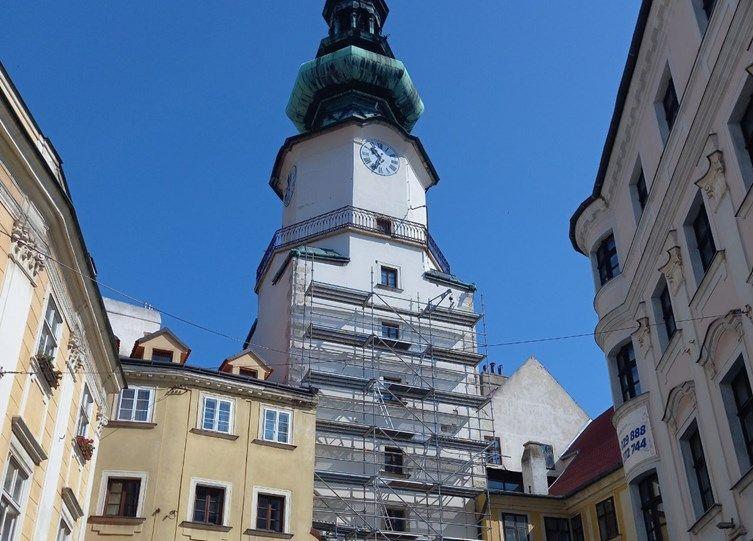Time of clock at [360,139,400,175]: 10:34
